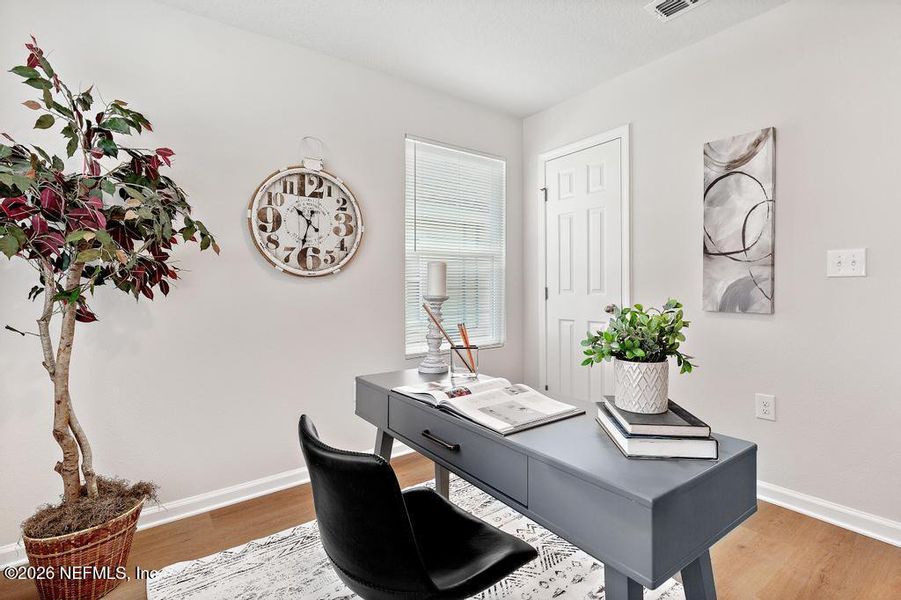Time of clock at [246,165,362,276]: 10:32
